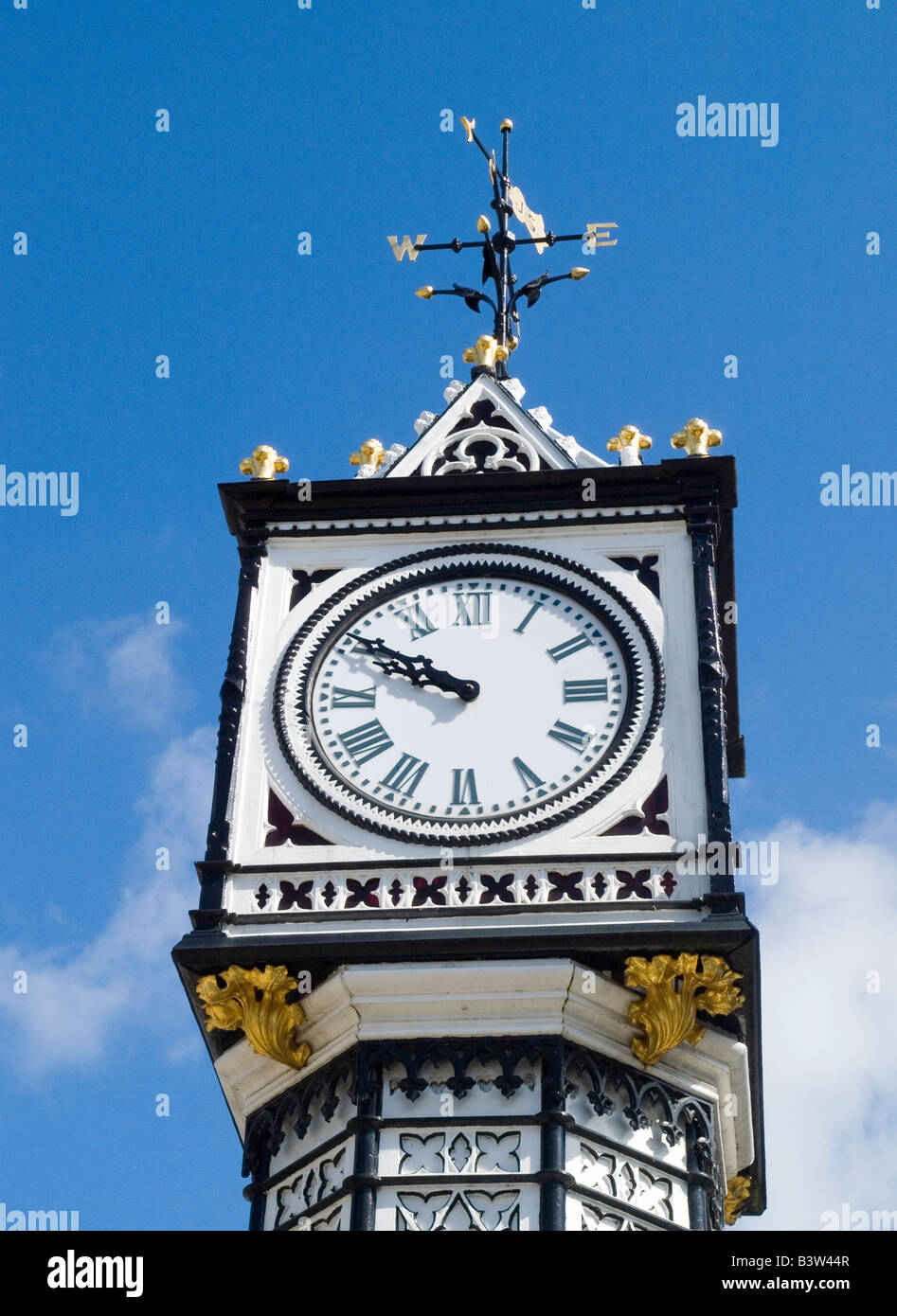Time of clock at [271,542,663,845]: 9:50
